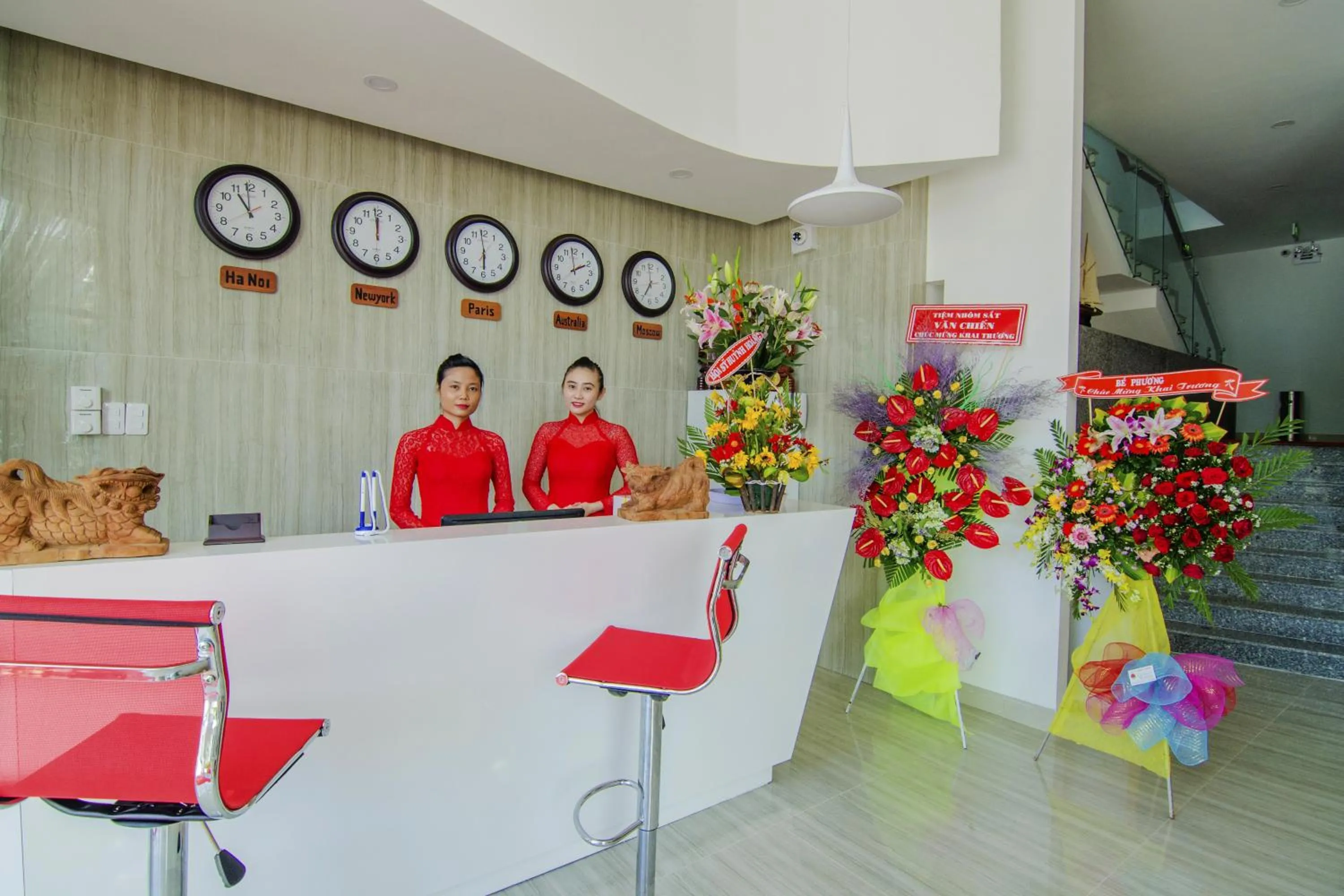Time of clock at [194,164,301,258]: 10:59
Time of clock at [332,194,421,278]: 11:59
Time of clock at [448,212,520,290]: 5:58
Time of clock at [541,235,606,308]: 1:58
